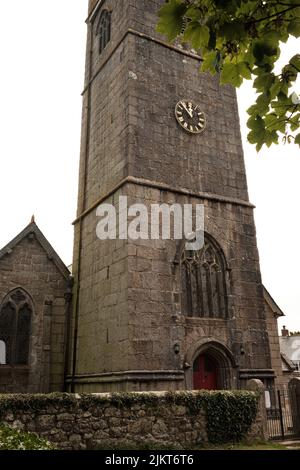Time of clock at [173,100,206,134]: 12:52
